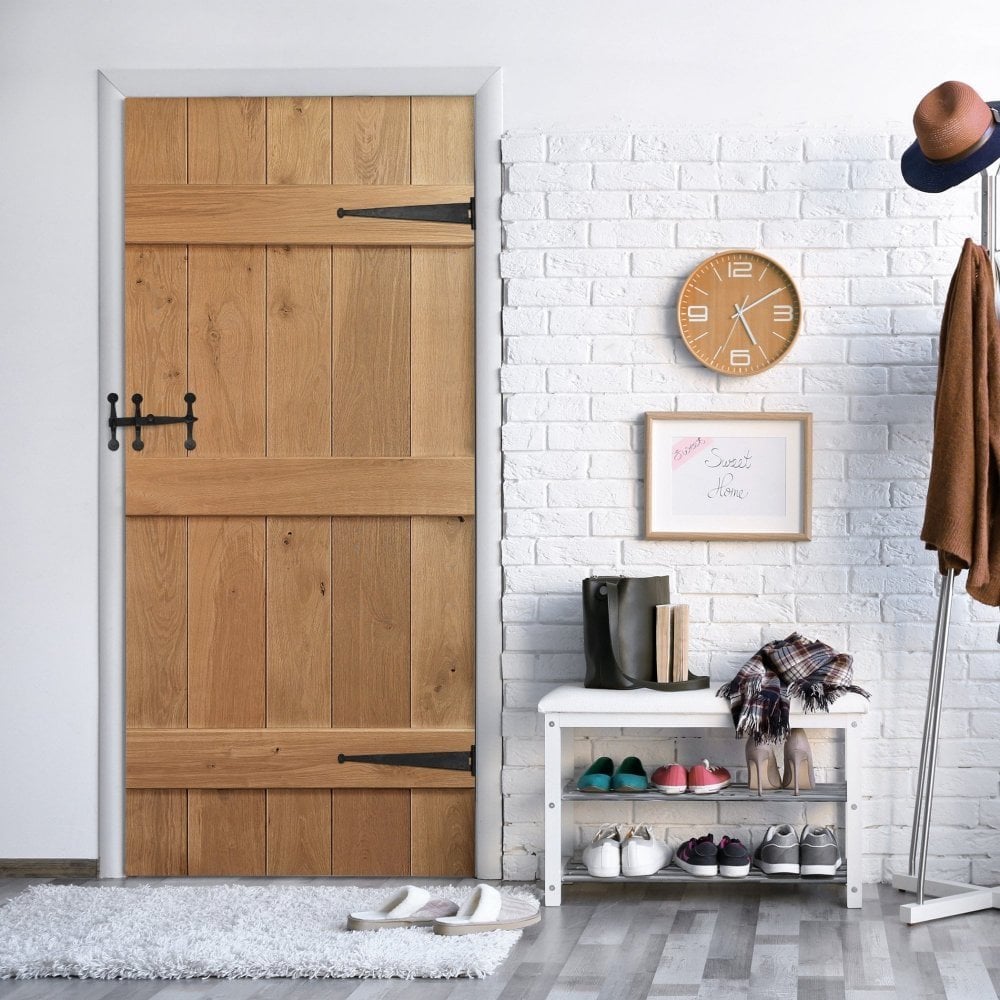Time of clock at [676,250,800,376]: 5:09
